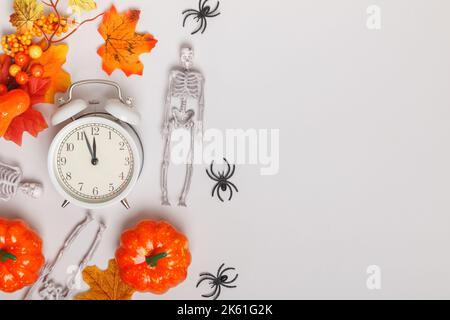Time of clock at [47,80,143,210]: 11:56
